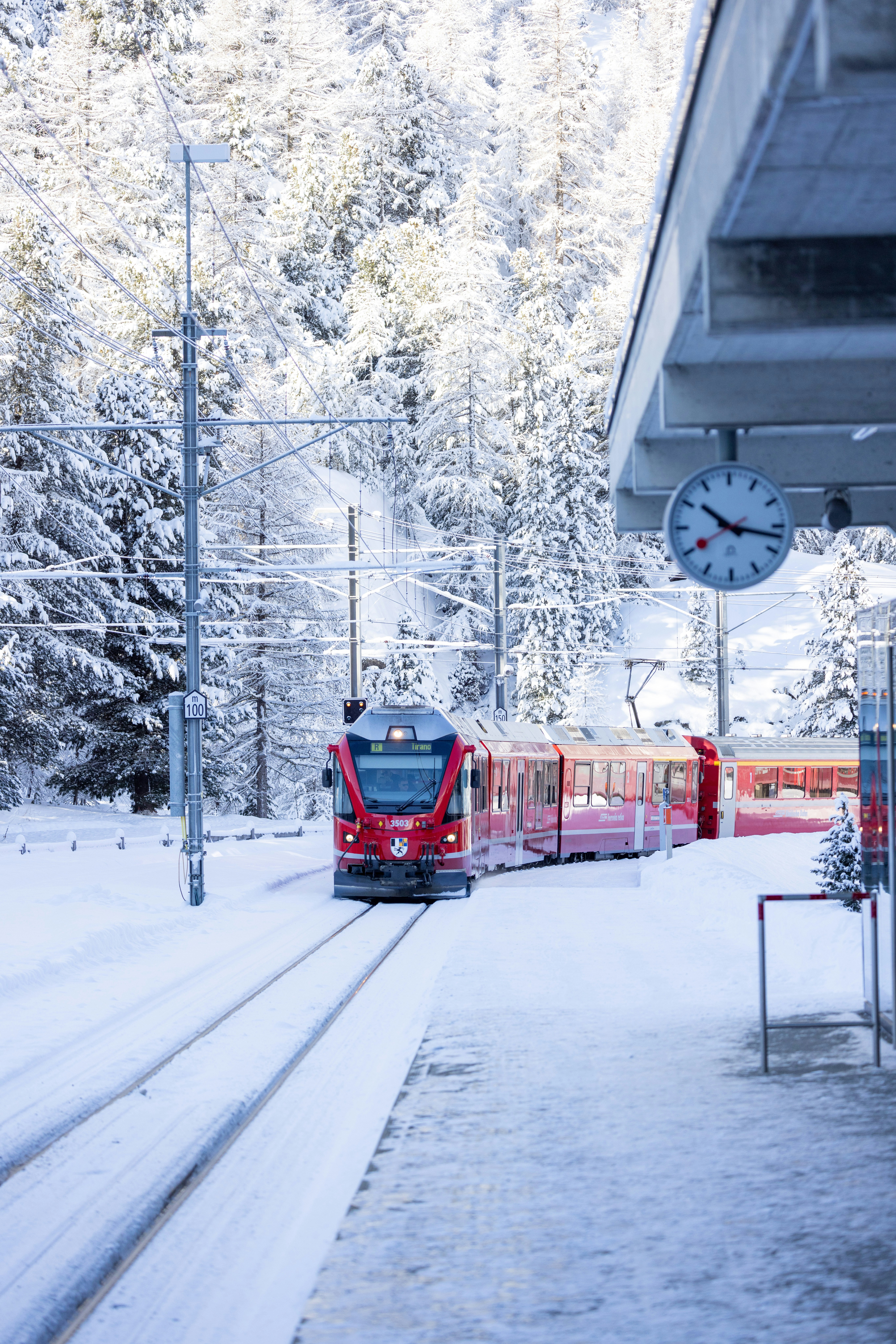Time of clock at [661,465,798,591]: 10:17
